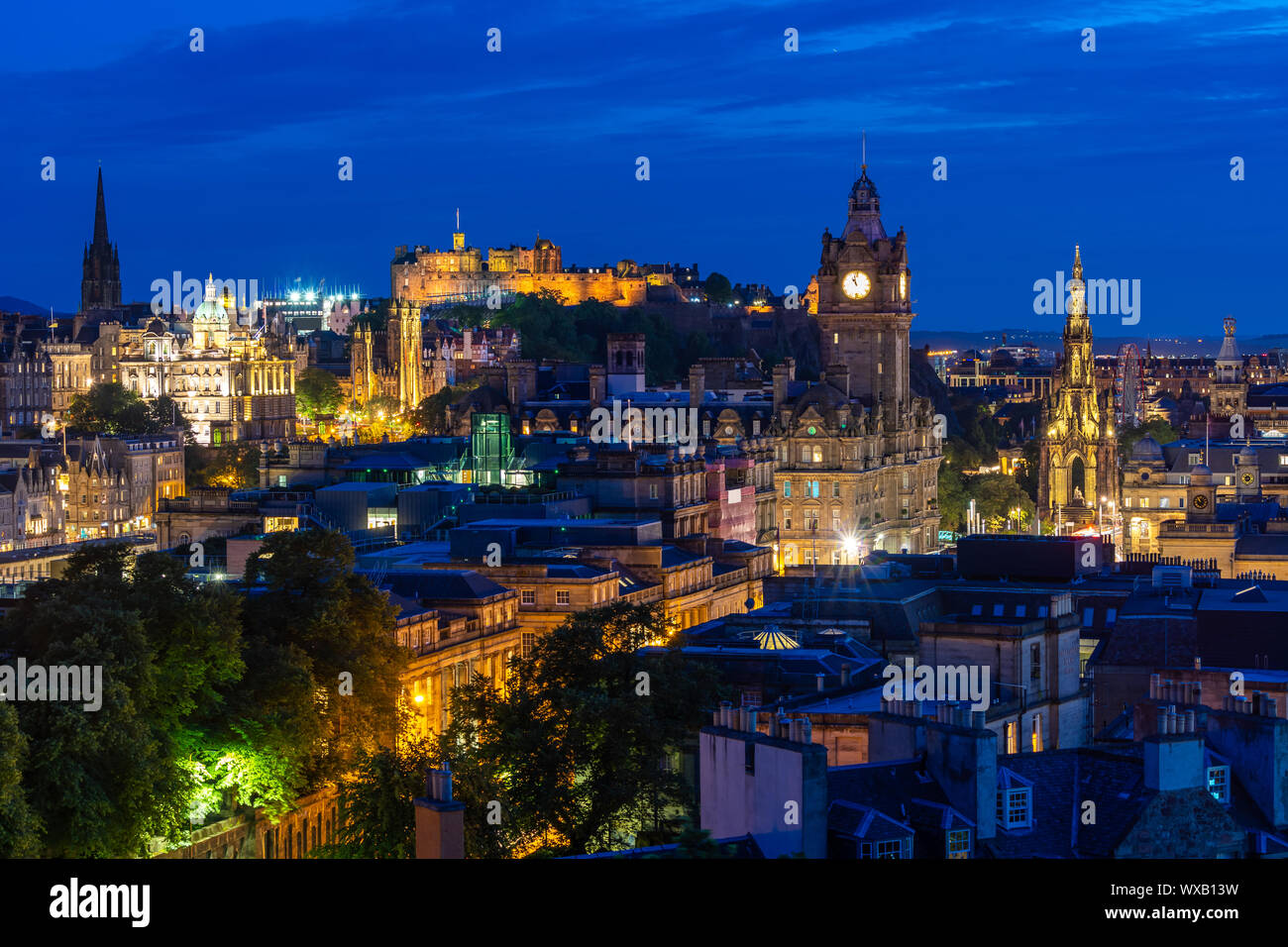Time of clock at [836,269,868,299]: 10:58
